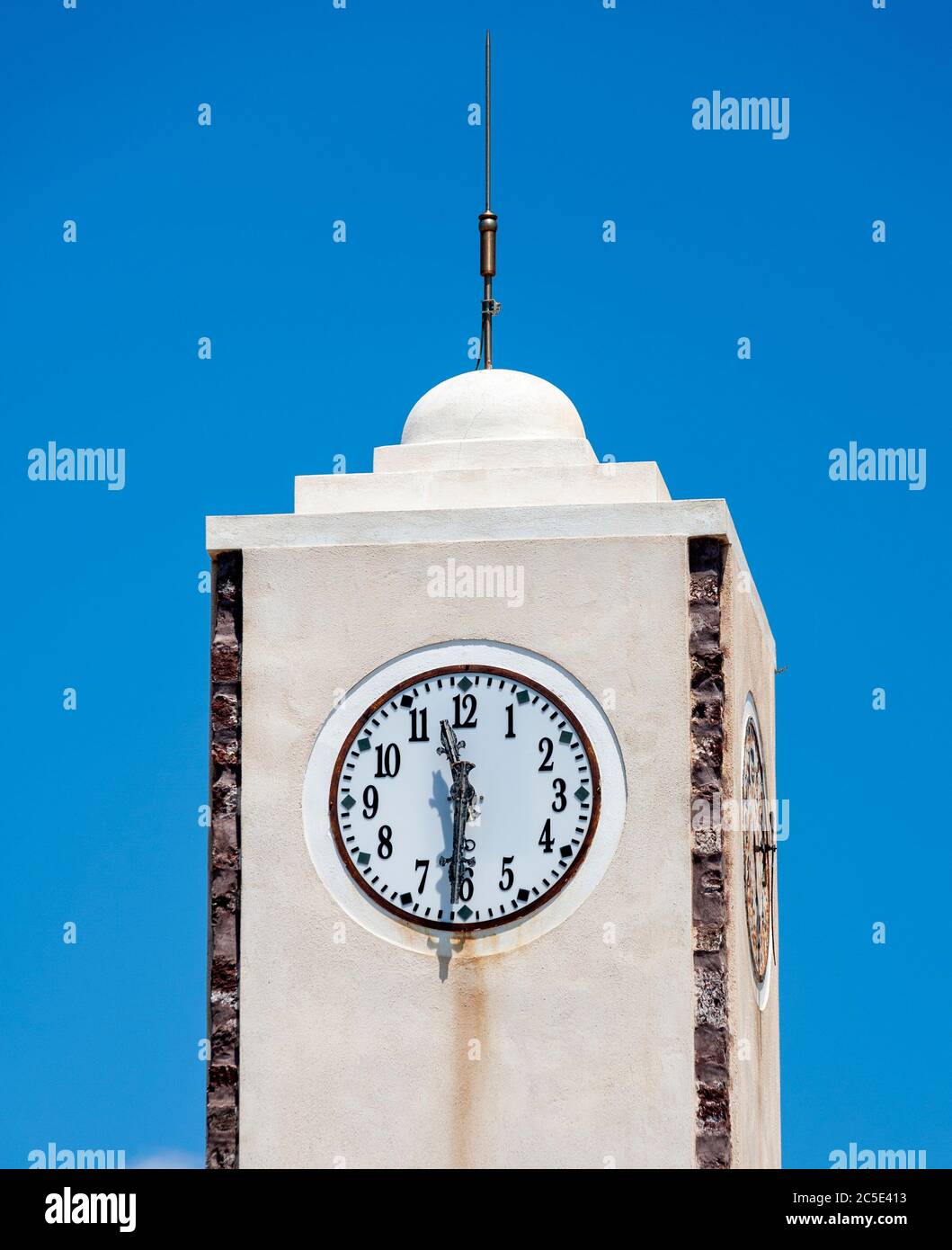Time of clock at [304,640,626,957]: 11:30
